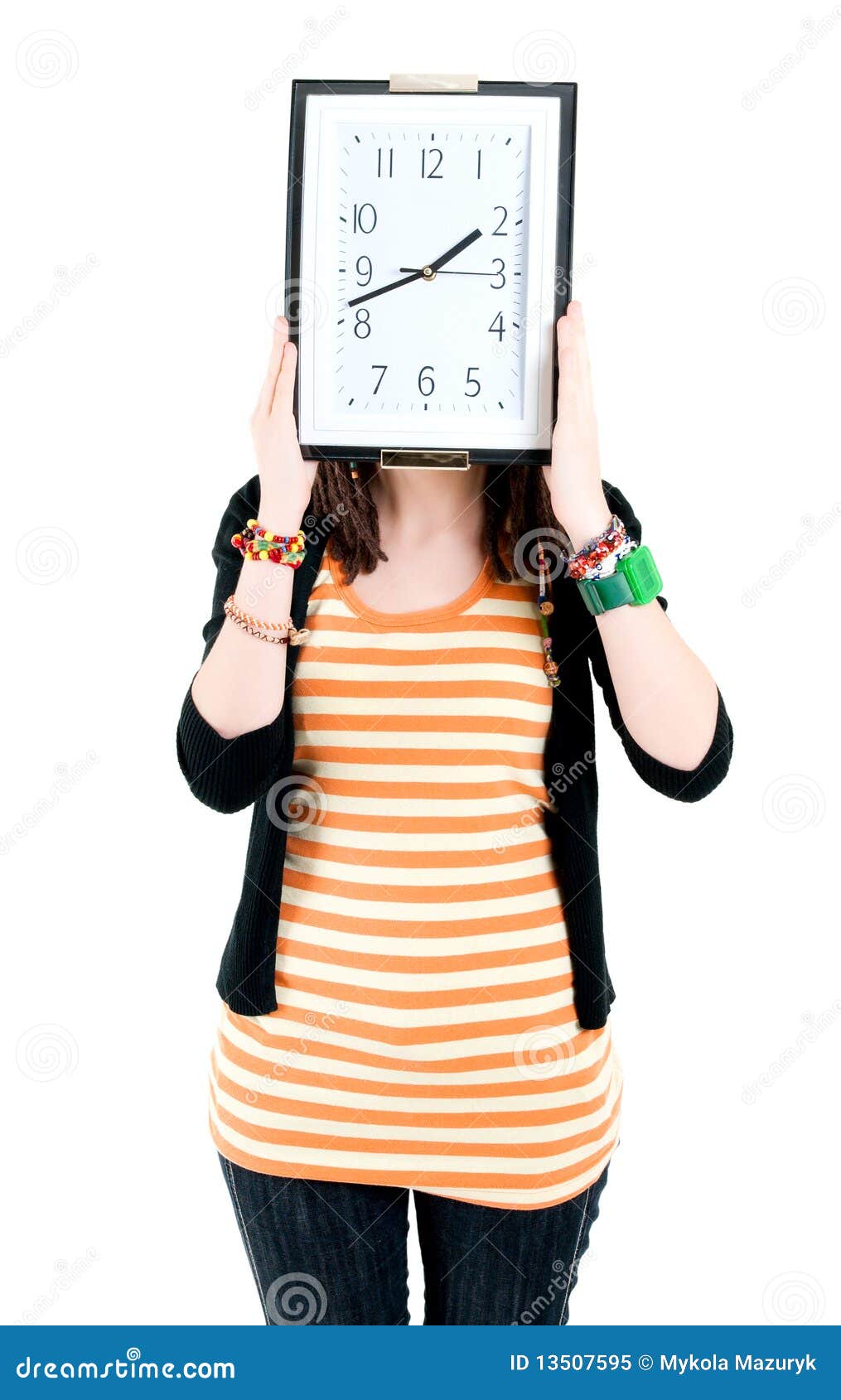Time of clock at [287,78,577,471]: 1:42
